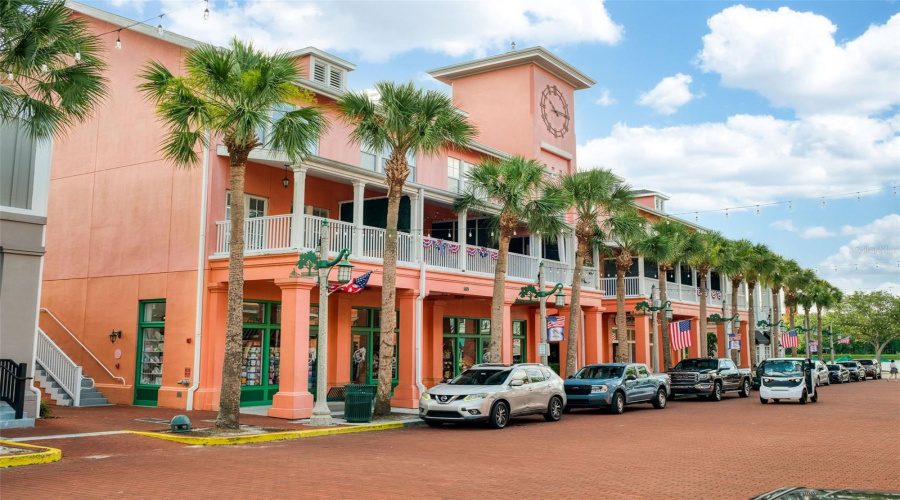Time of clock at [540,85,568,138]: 10:14
